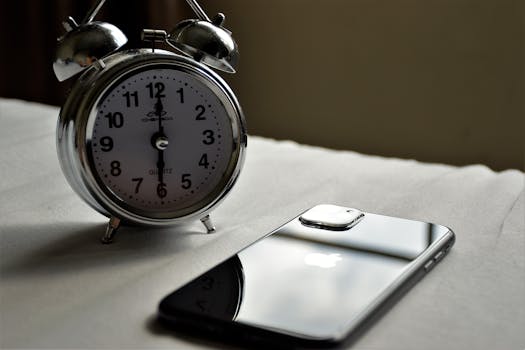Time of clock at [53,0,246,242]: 6:00
